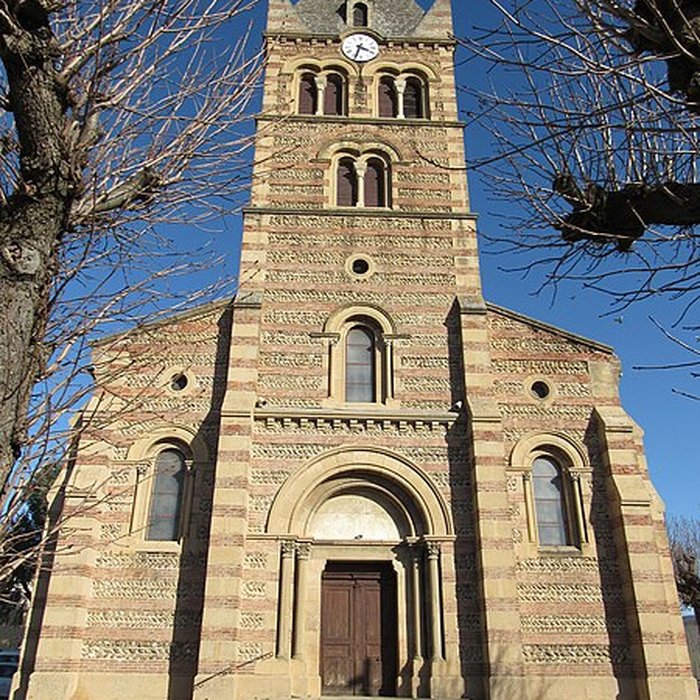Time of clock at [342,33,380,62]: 3:33
